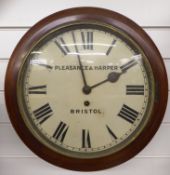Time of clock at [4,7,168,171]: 1:57
